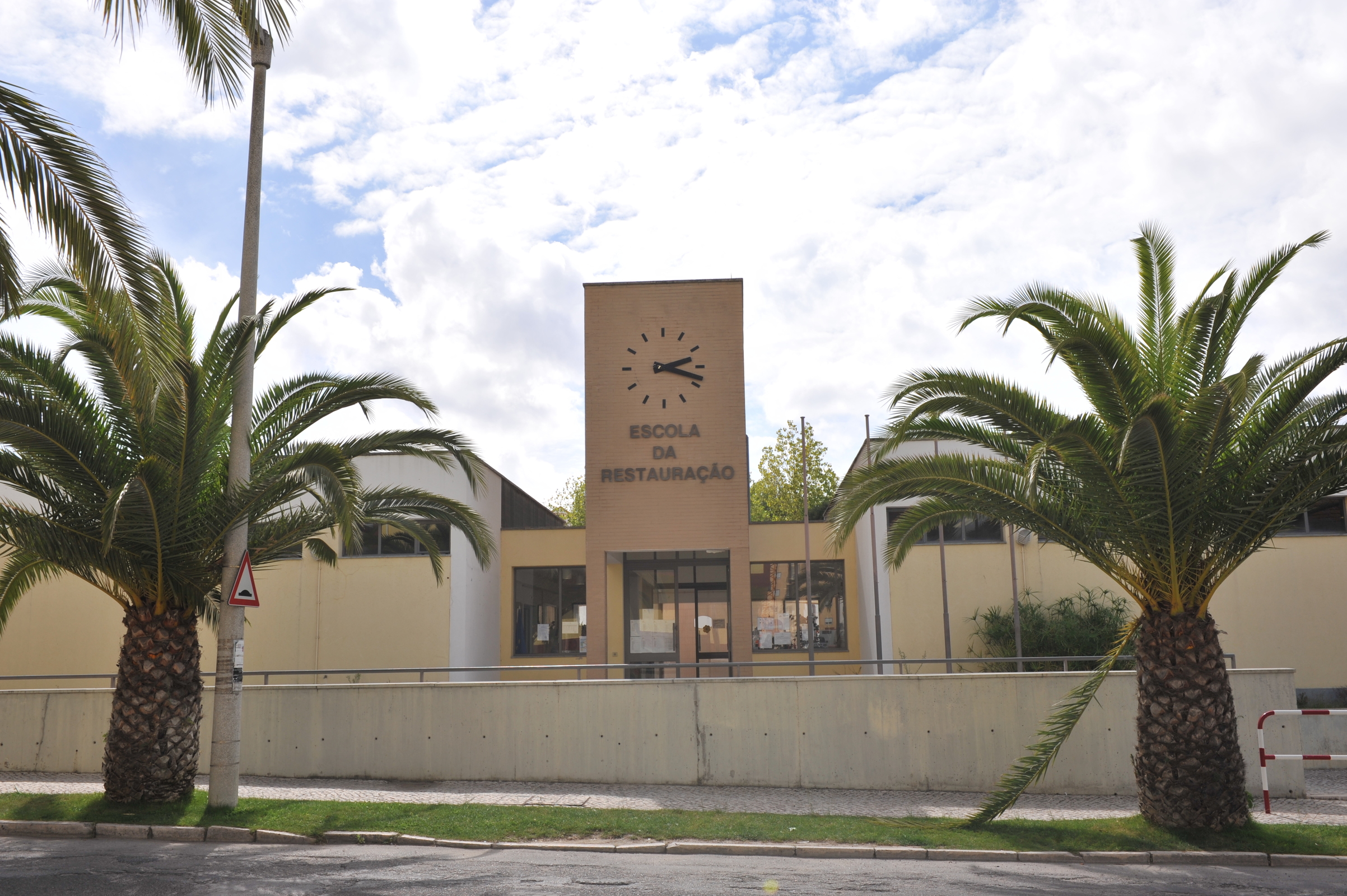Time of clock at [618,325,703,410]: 2:18
